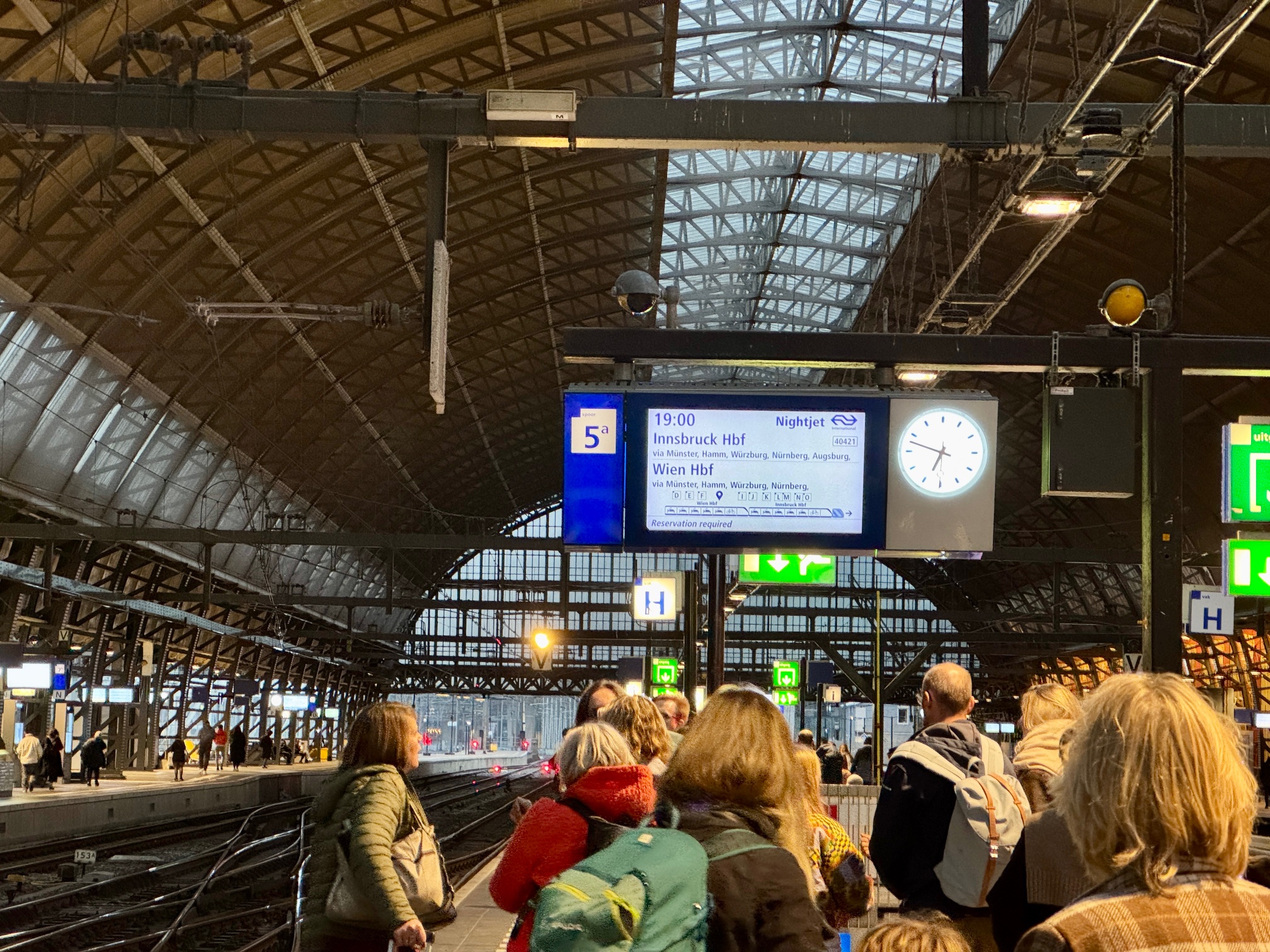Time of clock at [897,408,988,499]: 6:47
